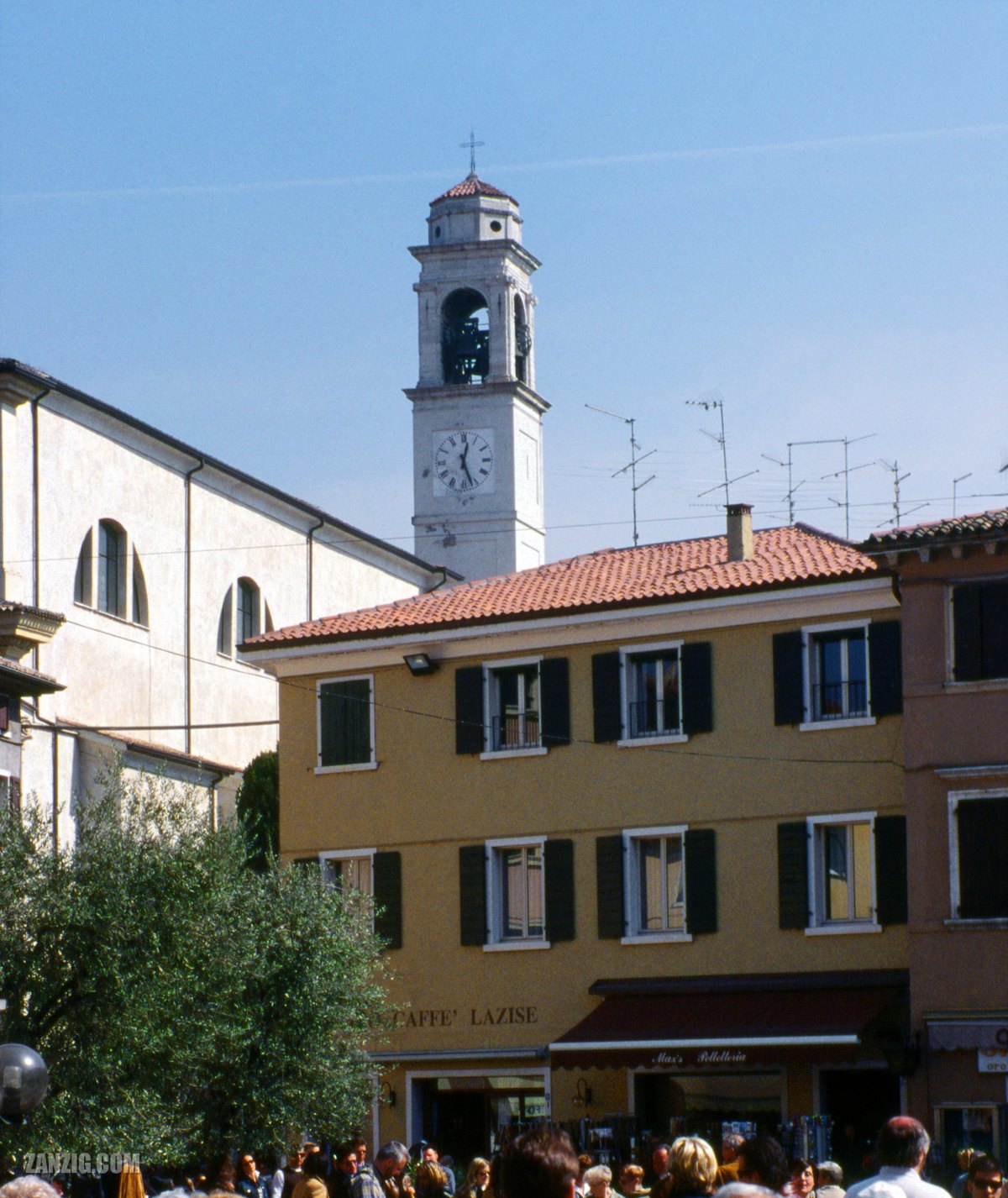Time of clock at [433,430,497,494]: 12:26
